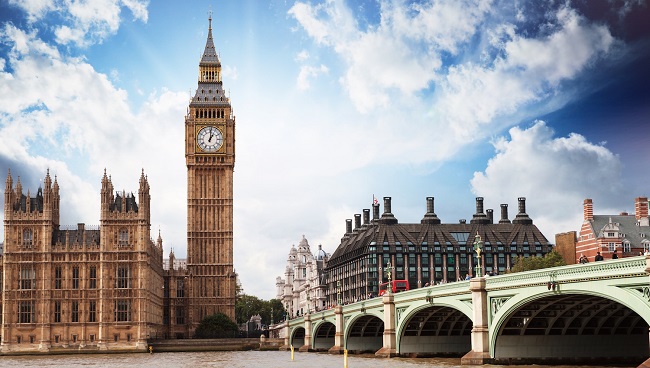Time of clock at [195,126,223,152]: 1:01
